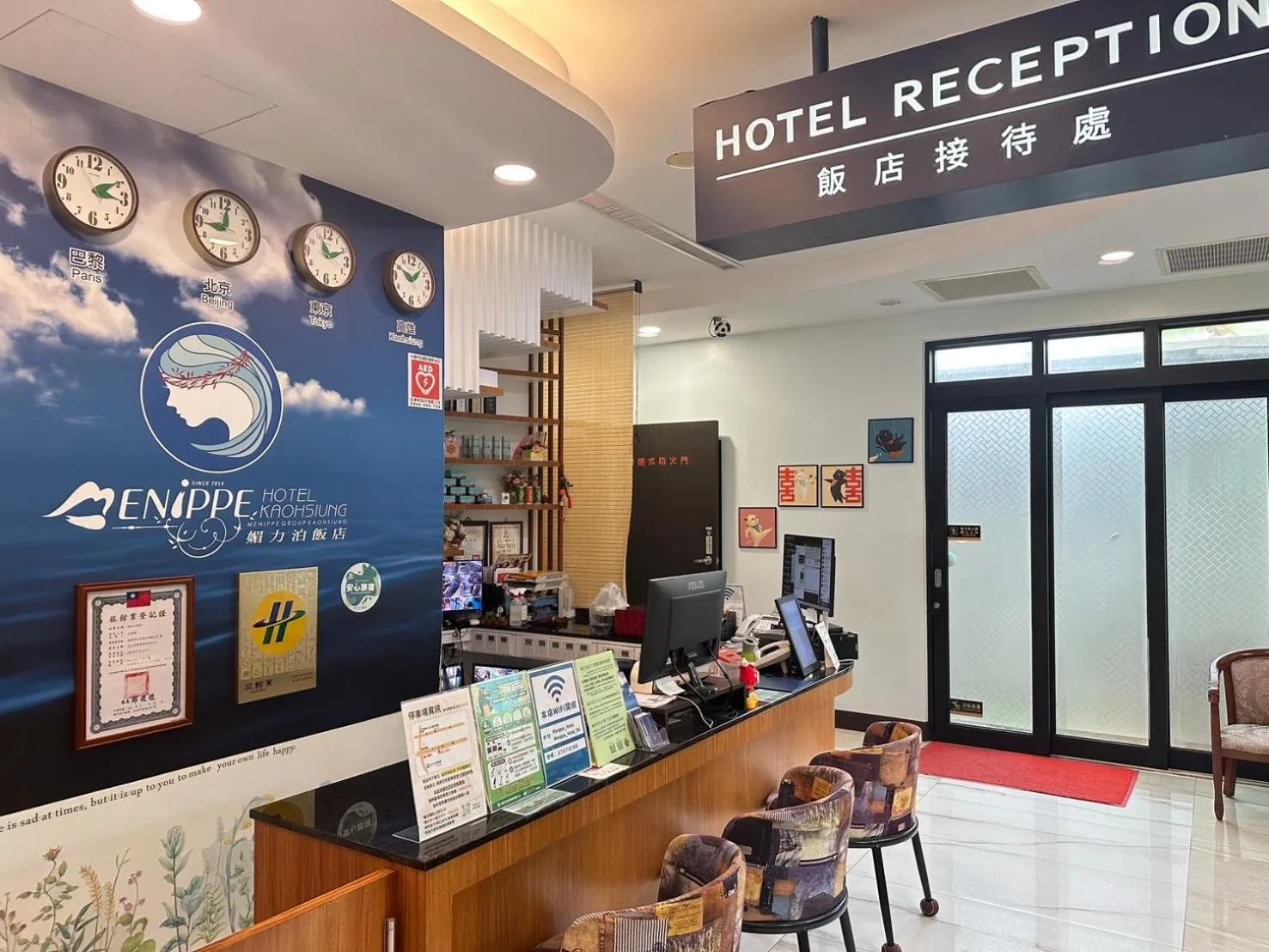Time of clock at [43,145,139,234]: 3:09
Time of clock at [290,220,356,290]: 11:11
